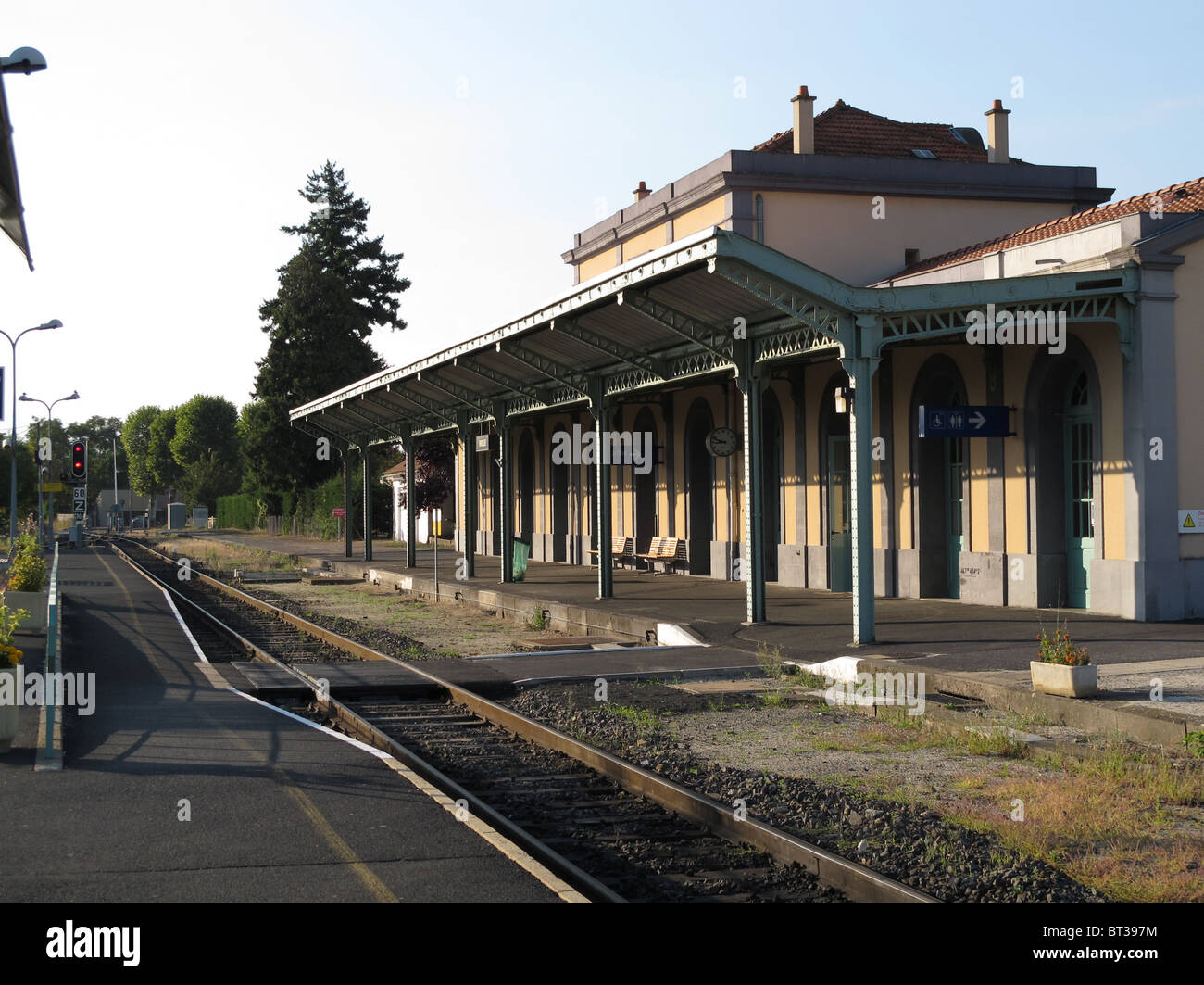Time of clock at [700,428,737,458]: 8:48
